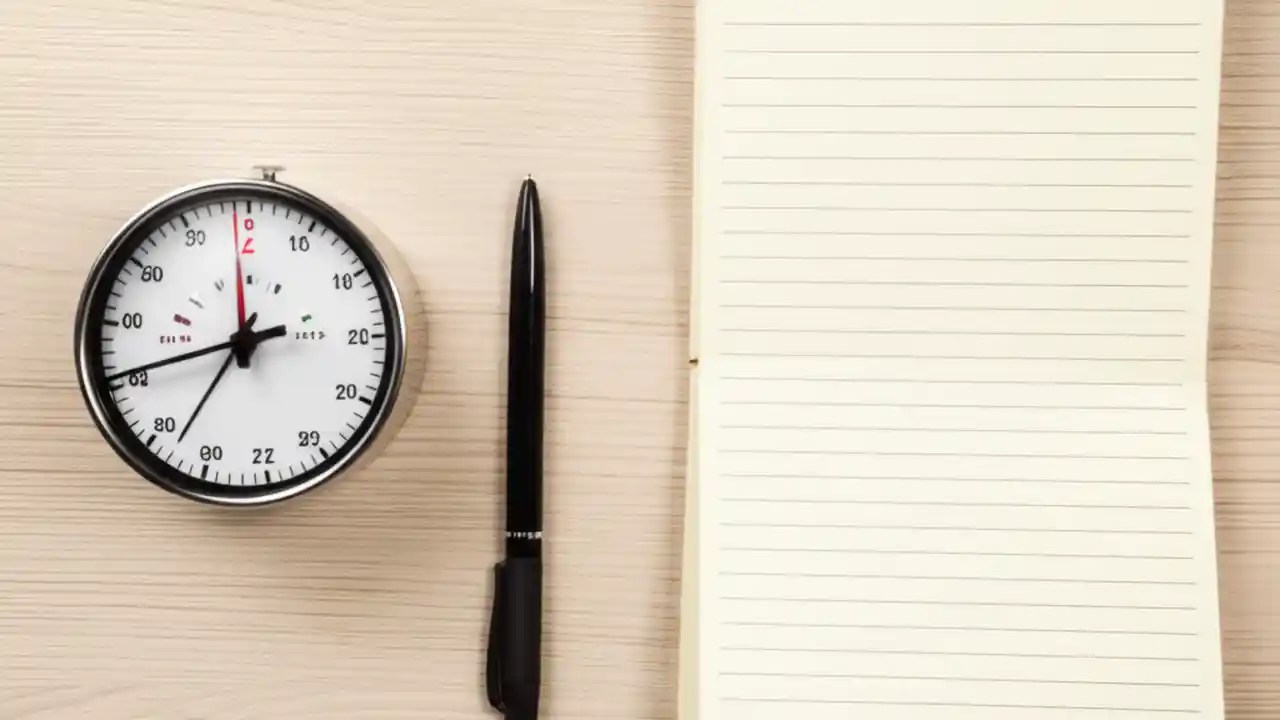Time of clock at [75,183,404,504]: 2:40
